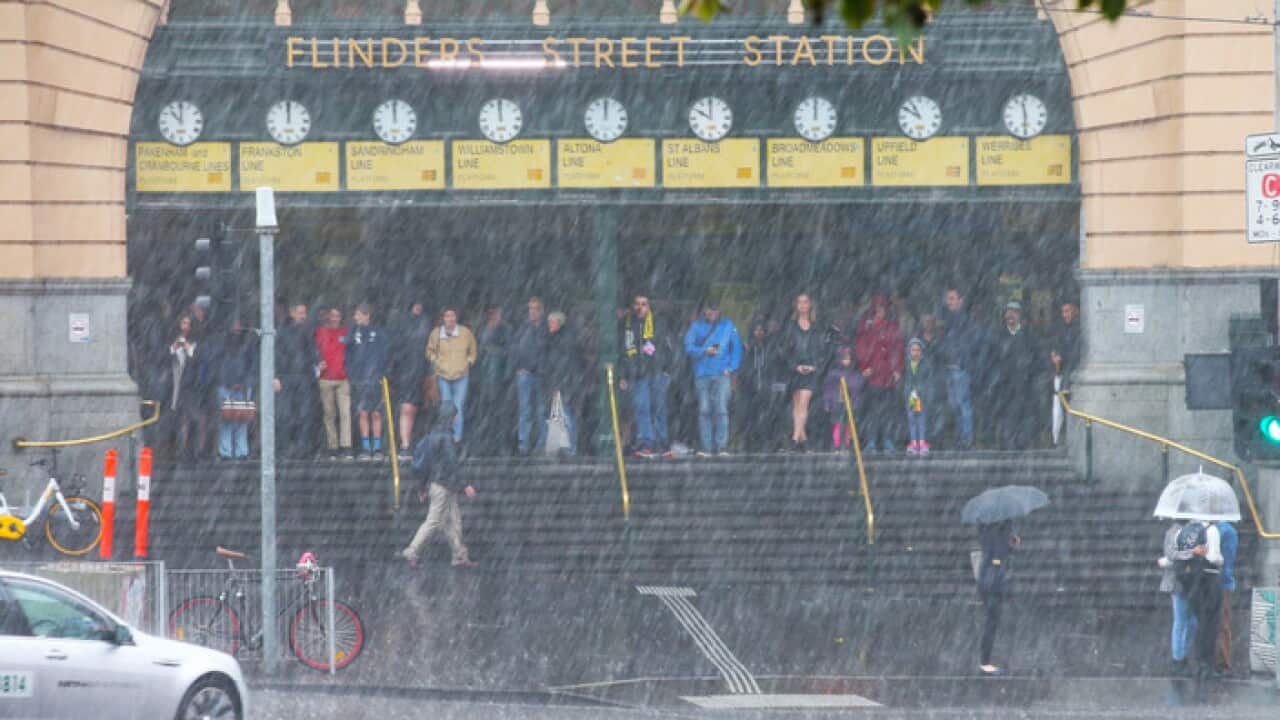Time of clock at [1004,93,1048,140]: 11:29
